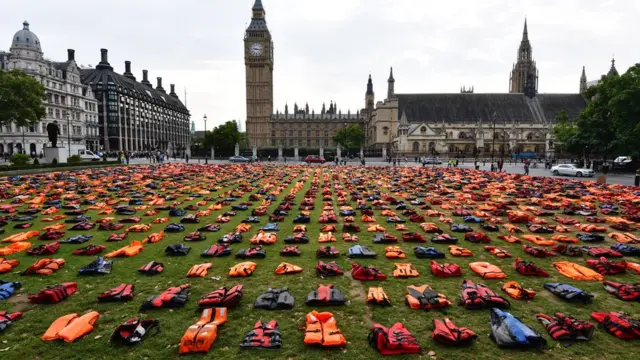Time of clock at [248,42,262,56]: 9:16
